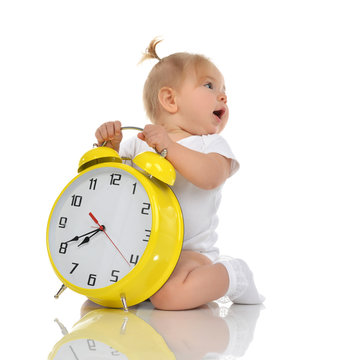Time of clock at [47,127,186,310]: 7:40
